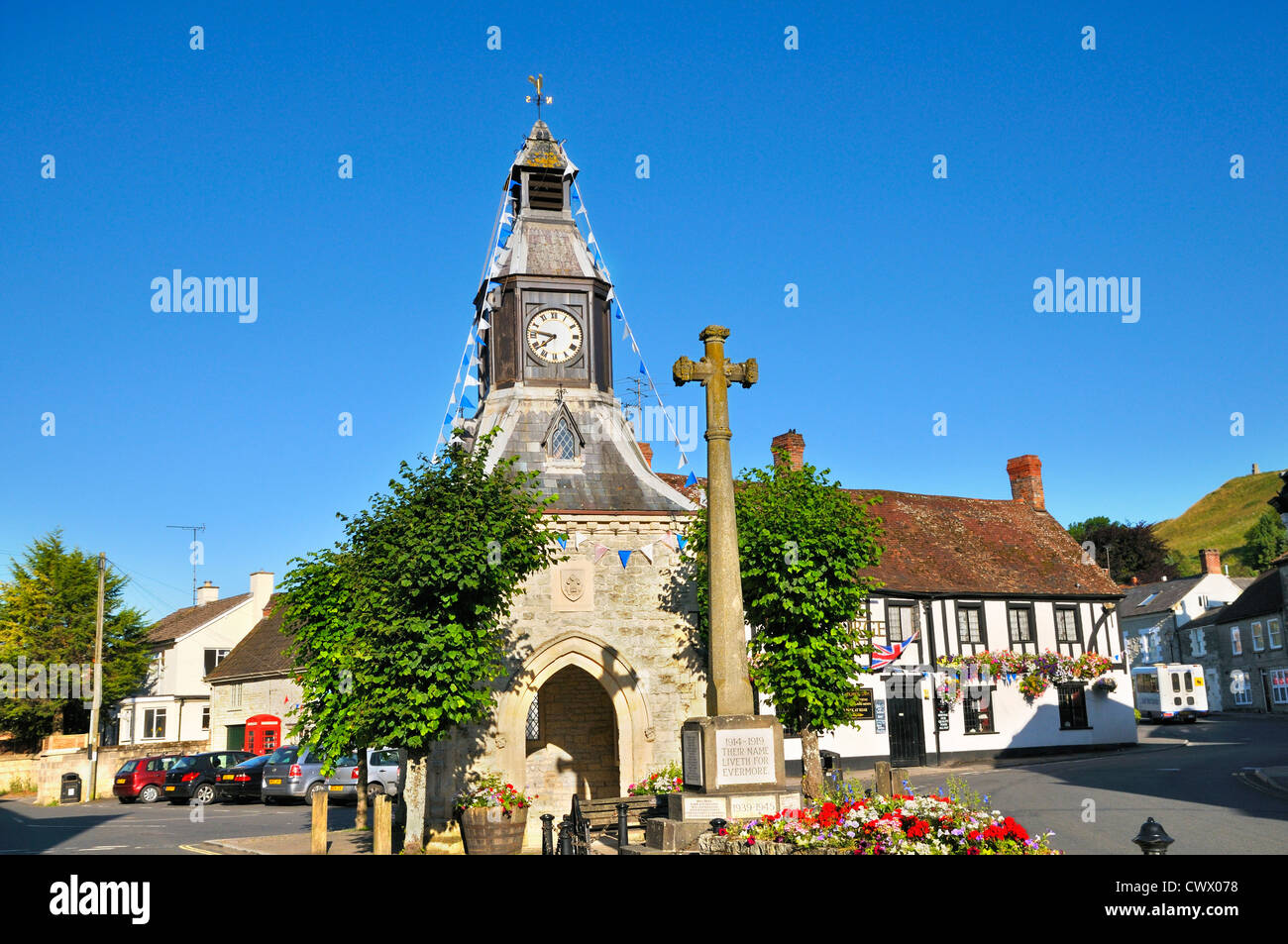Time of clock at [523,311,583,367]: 7:46
